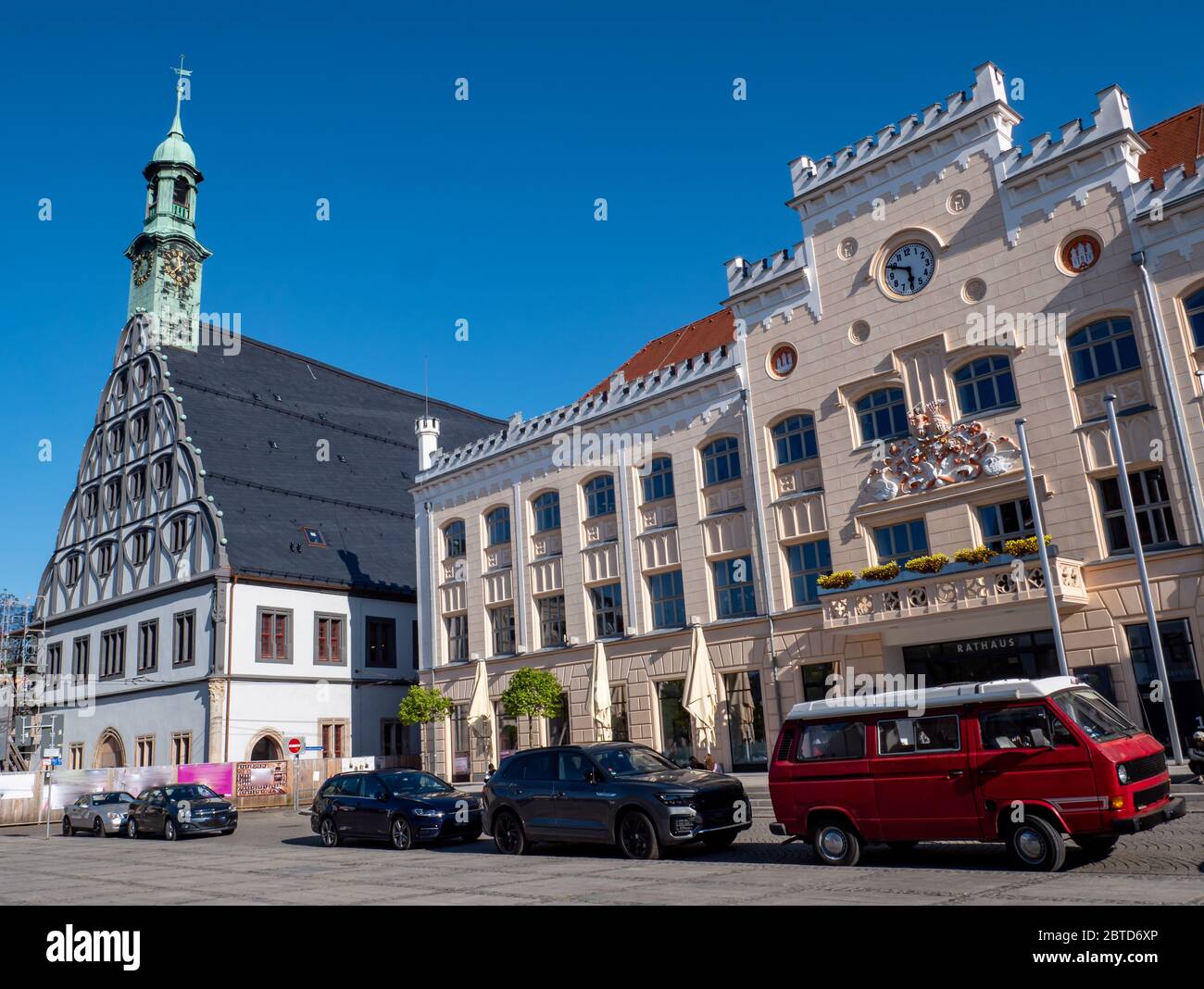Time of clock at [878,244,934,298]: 5:49
